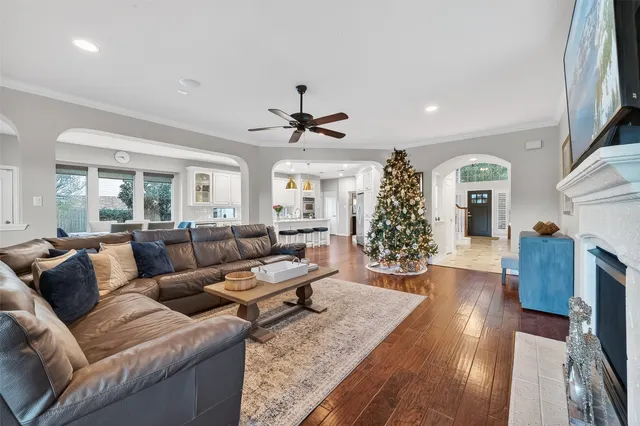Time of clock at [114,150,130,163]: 4:44
